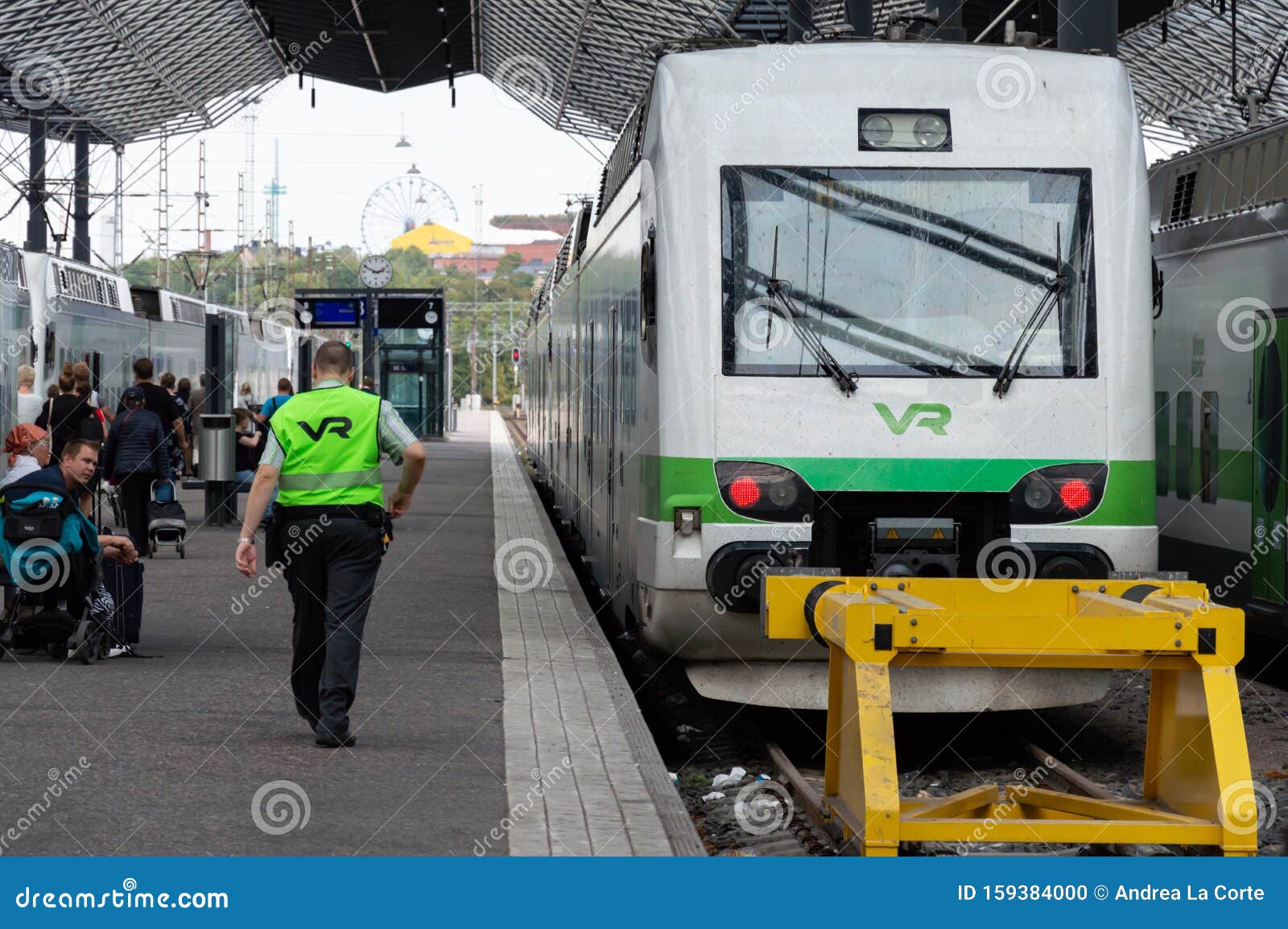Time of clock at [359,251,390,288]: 2:49
